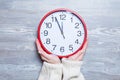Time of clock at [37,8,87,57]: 11:56
